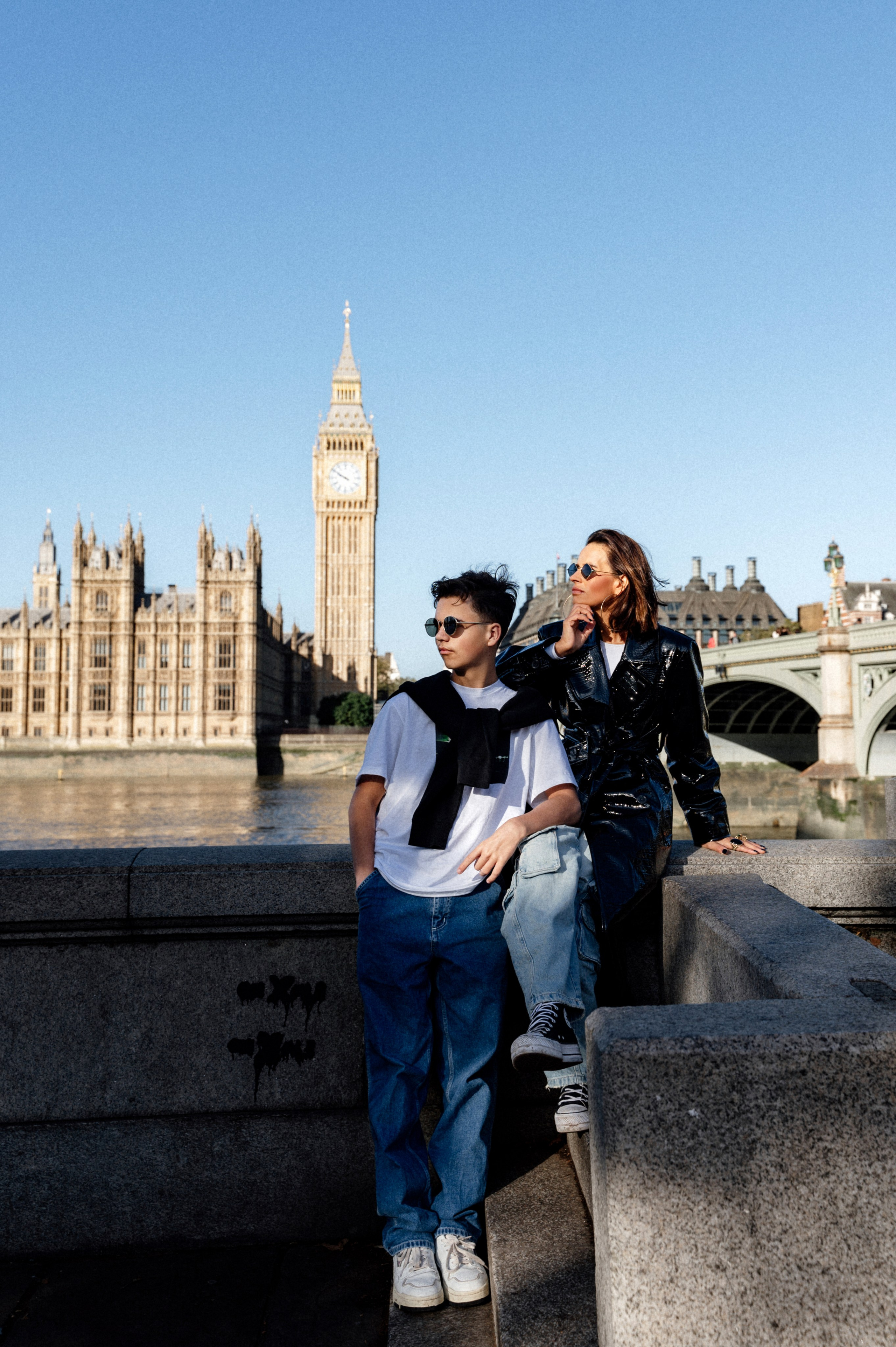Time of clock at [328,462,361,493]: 9:50
